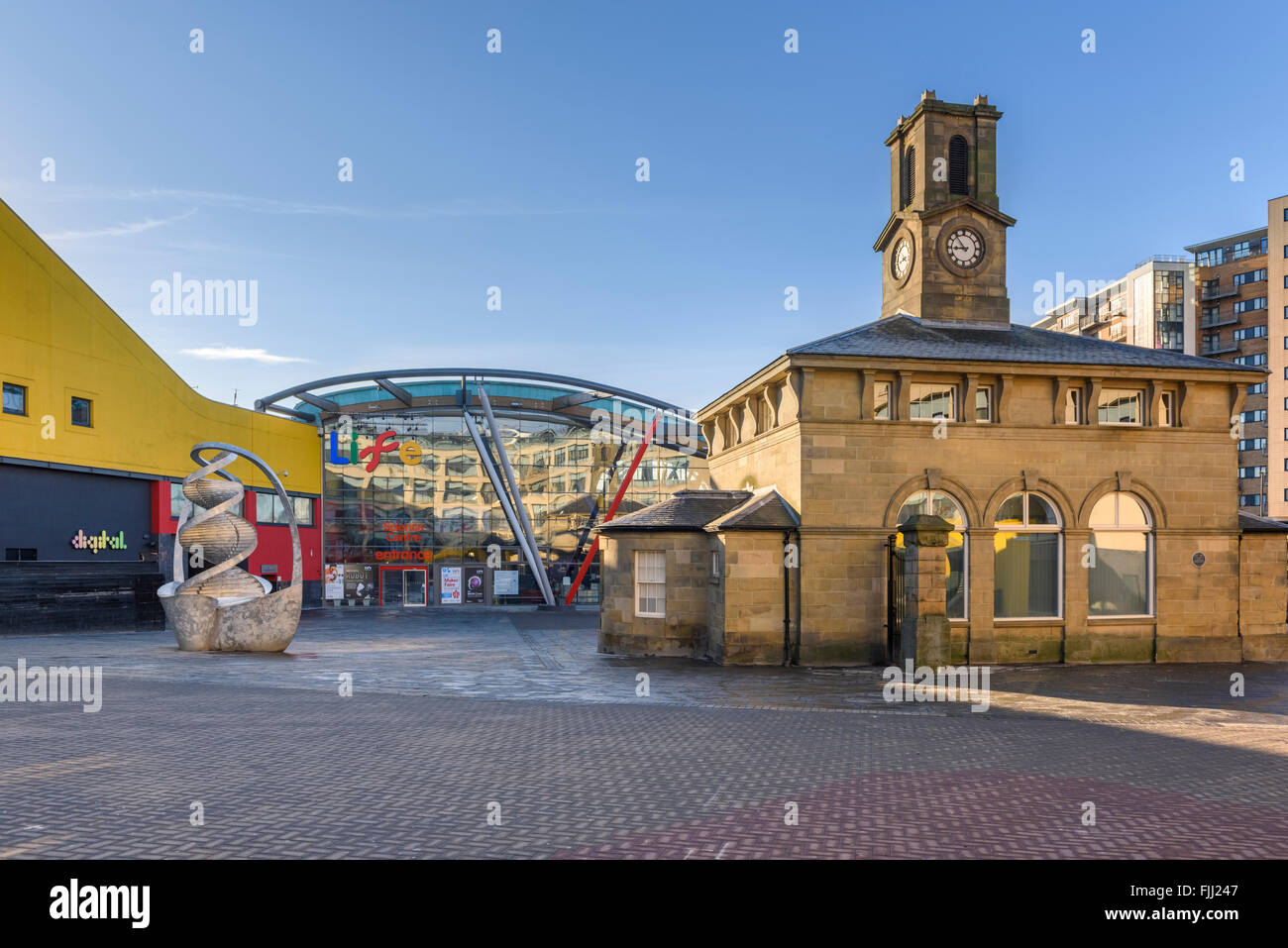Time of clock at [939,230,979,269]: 8:53
